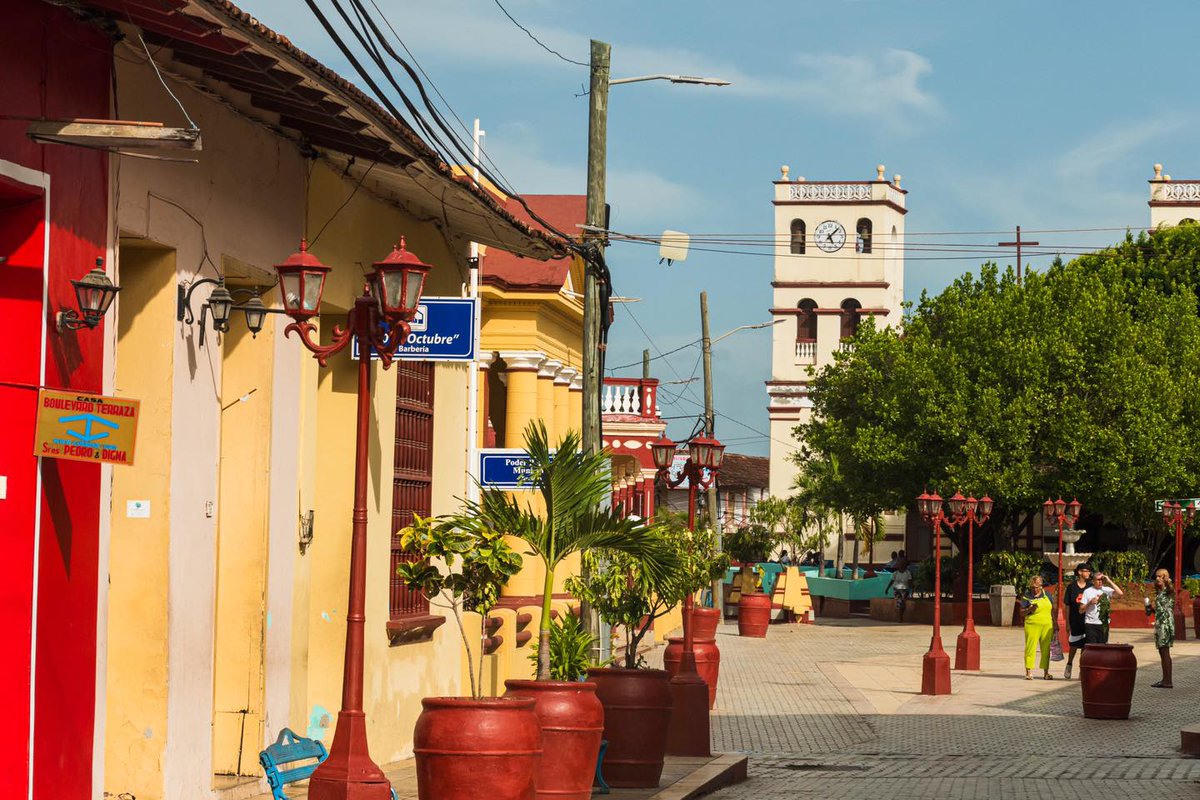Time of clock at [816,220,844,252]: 5:07
